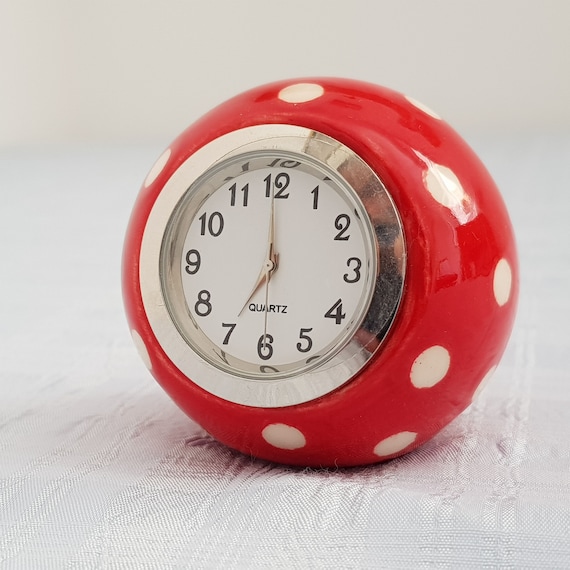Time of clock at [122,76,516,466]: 6:59
